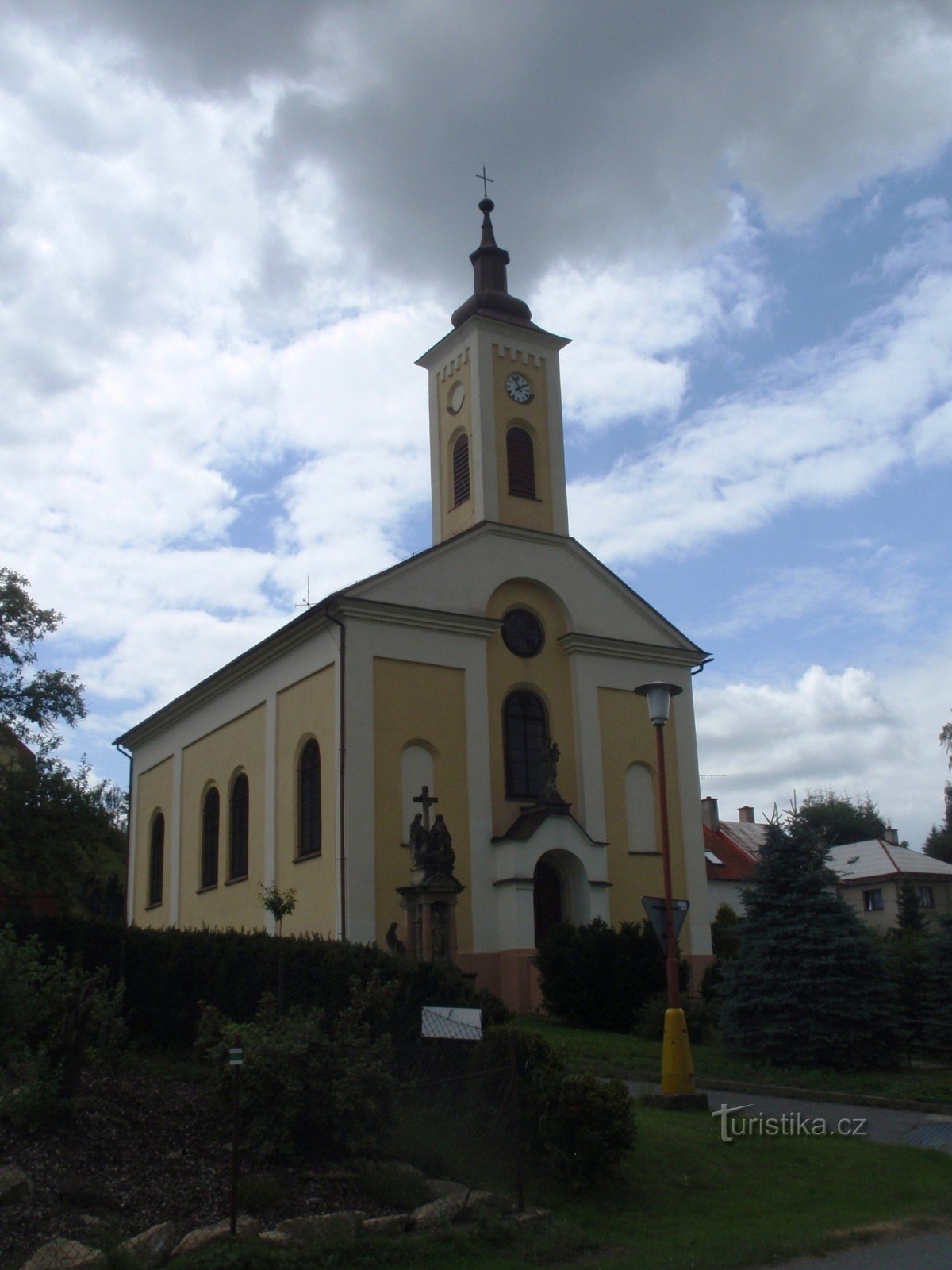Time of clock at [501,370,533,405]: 1:56
